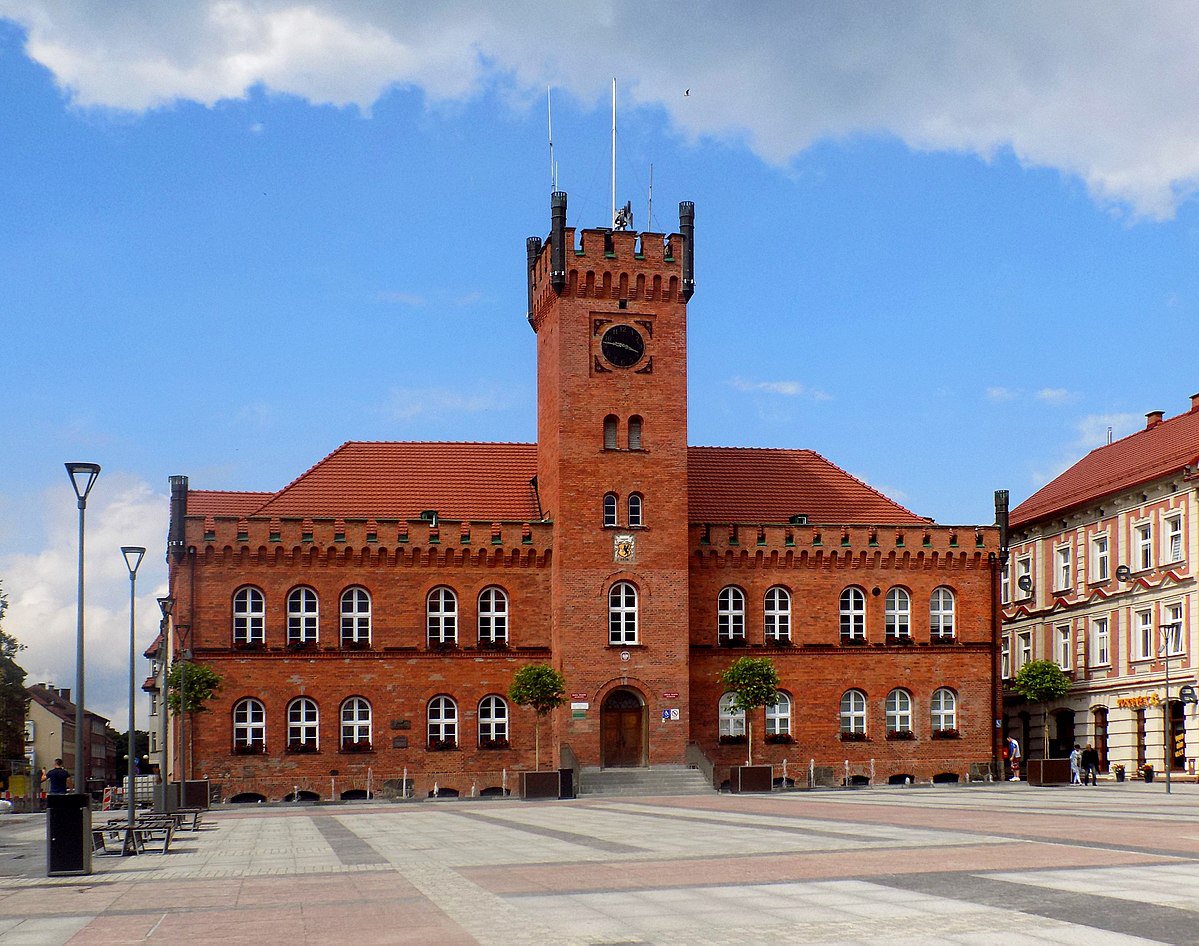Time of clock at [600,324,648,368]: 3:46
